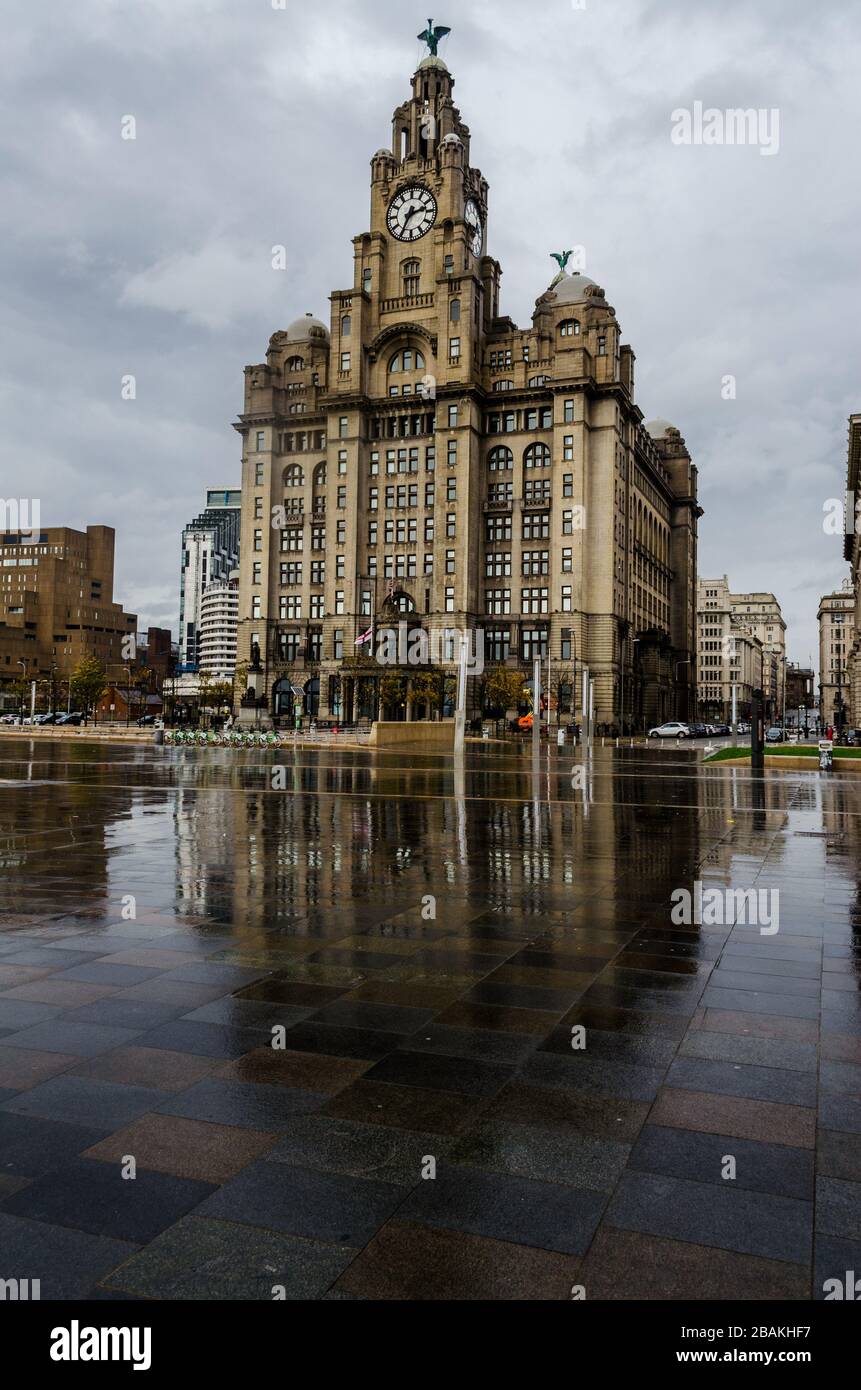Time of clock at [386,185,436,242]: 2:34
